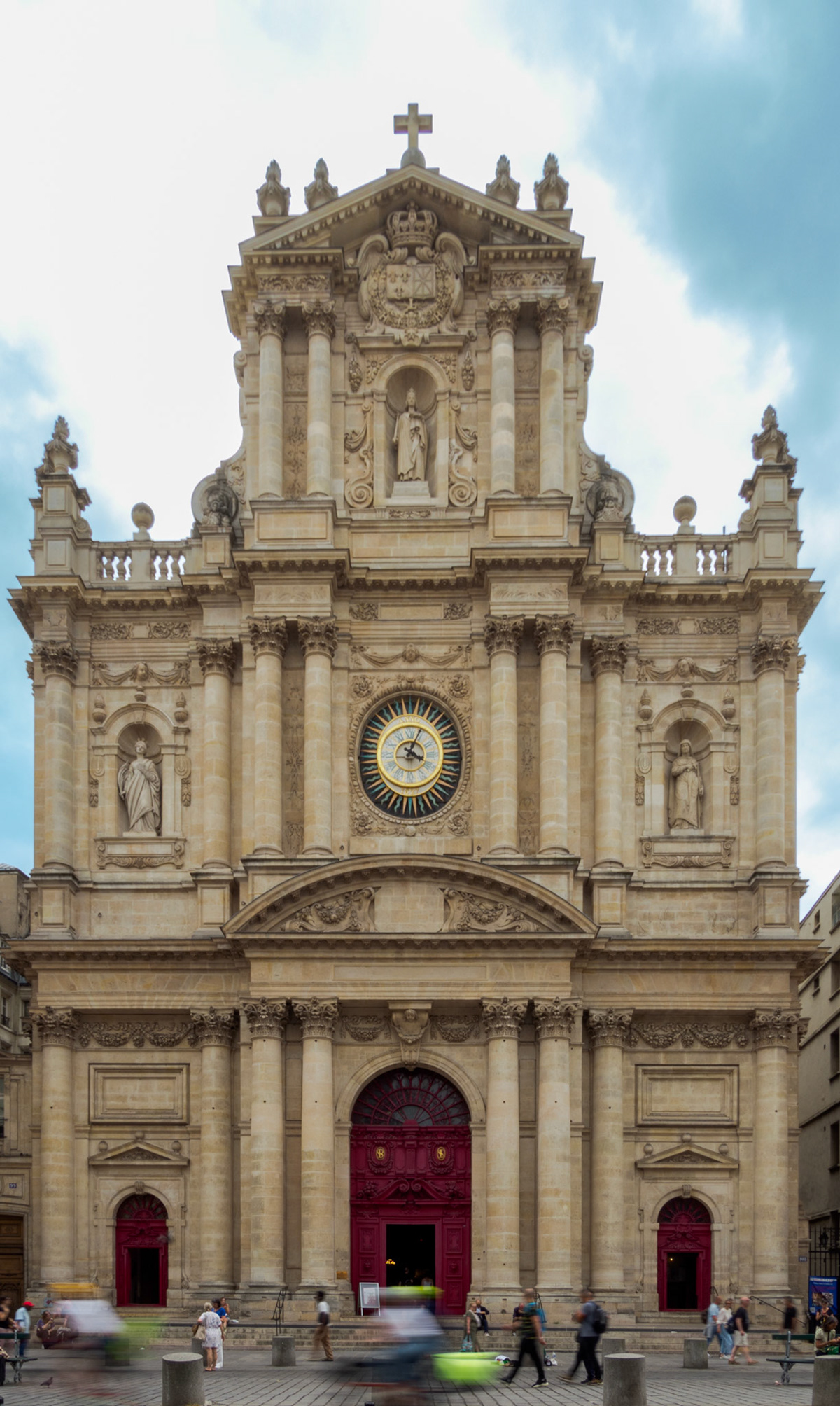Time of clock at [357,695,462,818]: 4:04
